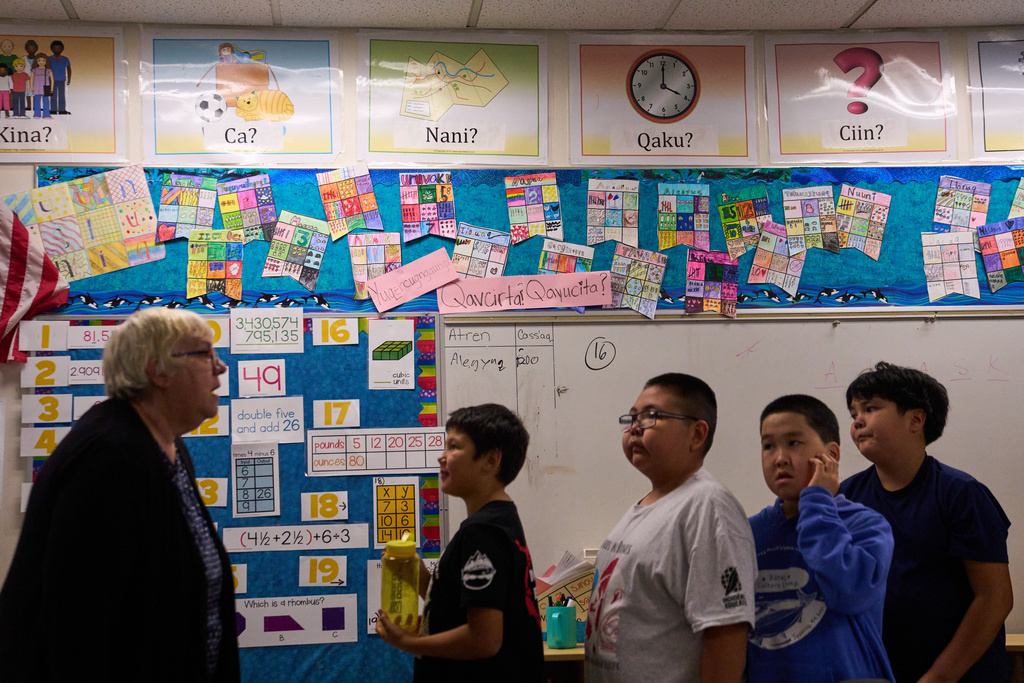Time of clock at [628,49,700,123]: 4:00
